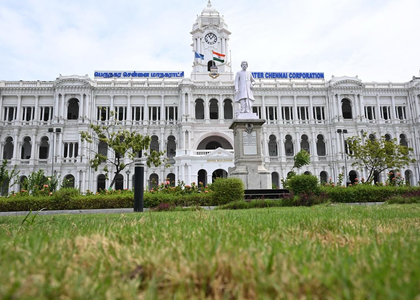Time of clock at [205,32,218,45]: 11:07
